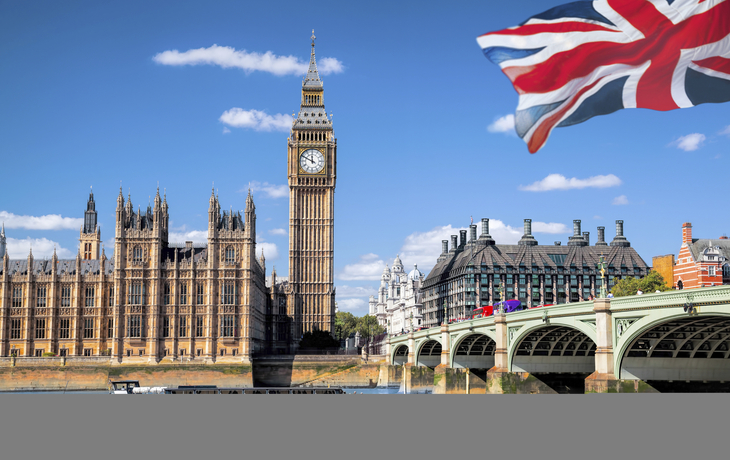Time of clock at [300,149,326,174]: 11:49
